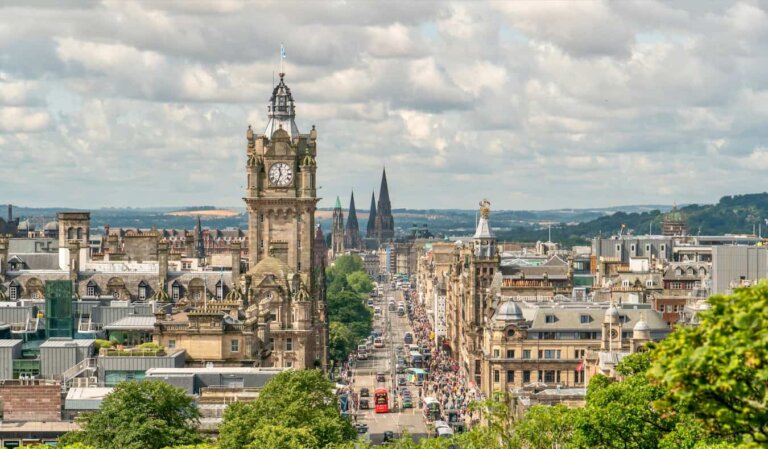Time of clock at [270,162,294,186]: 11:33
